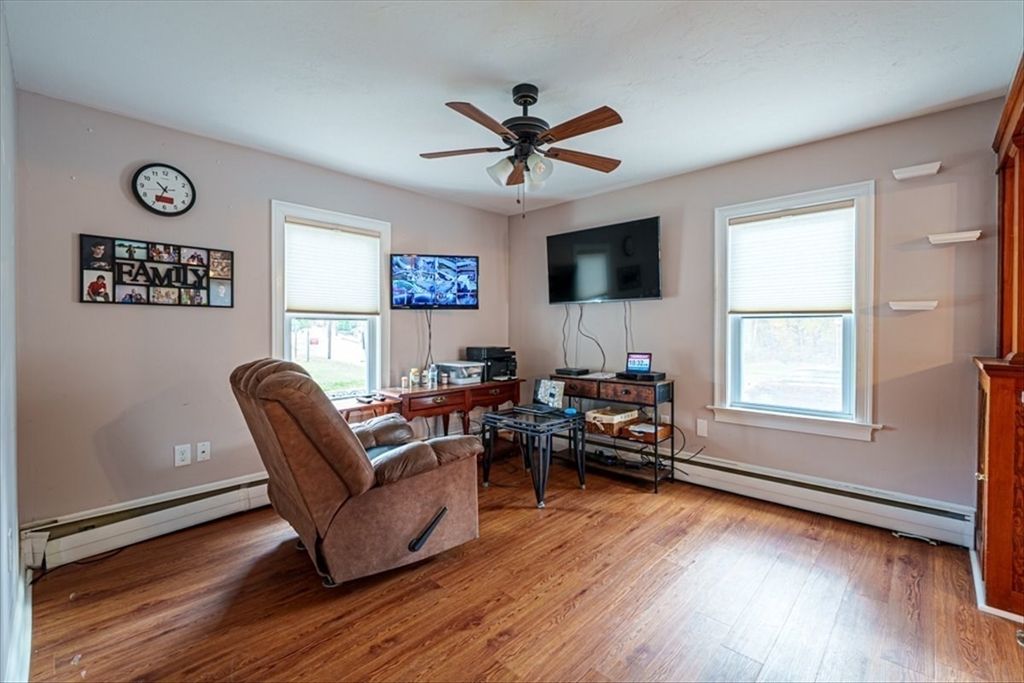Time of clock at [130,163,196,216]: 10:34
